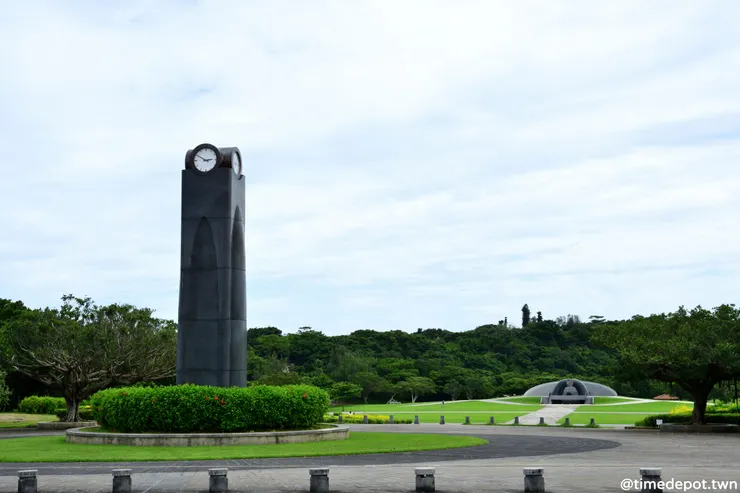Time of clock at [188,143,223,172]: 2:50
